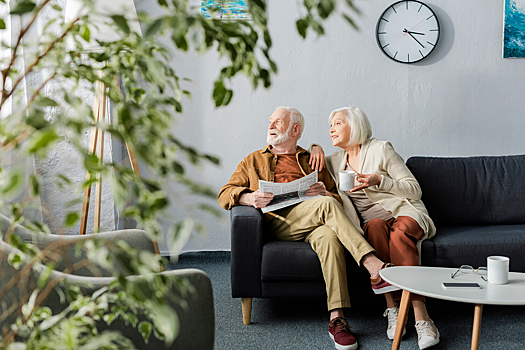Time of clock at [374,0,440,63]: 3:22
